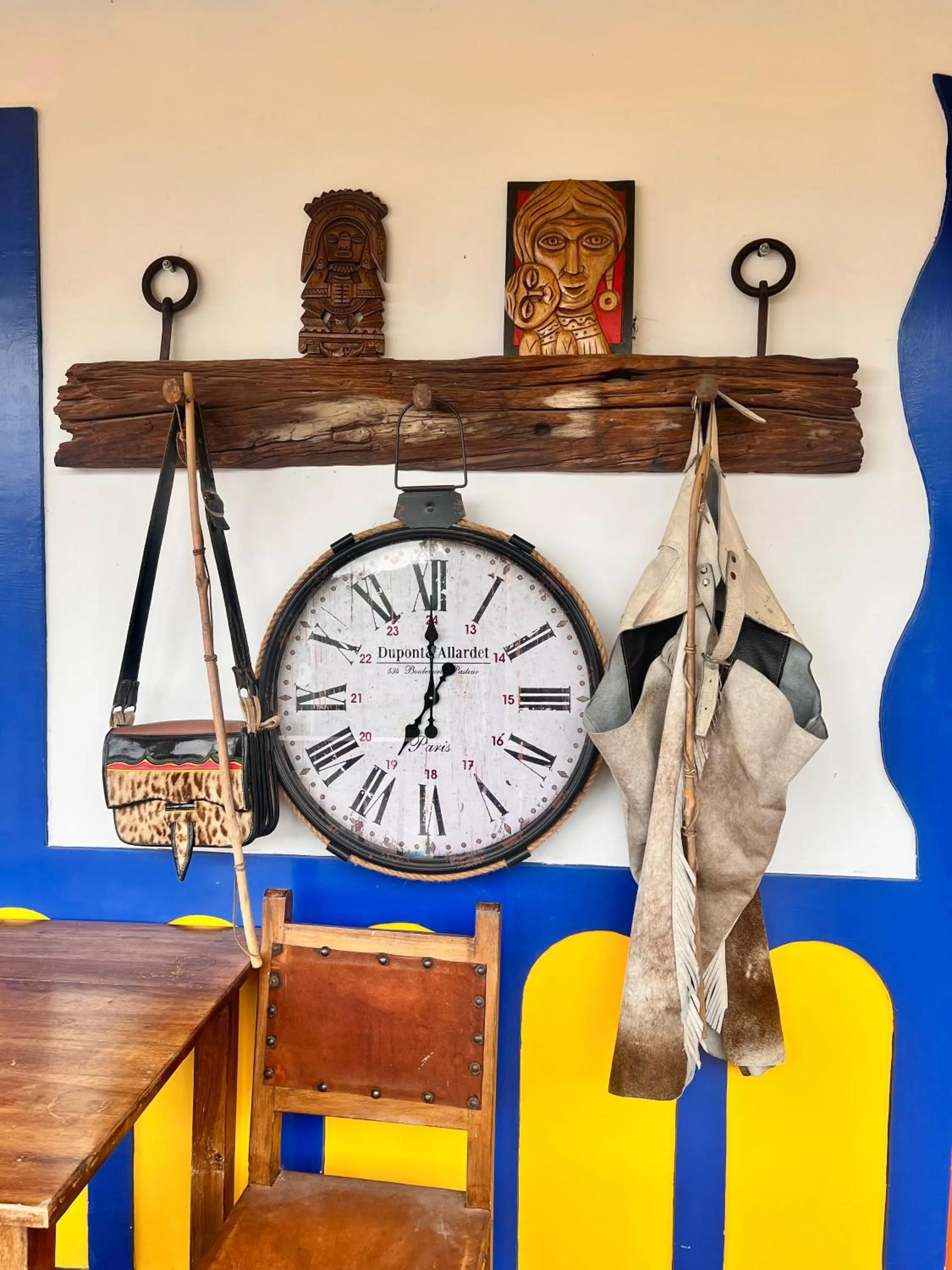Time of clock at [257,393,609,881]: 1:00
